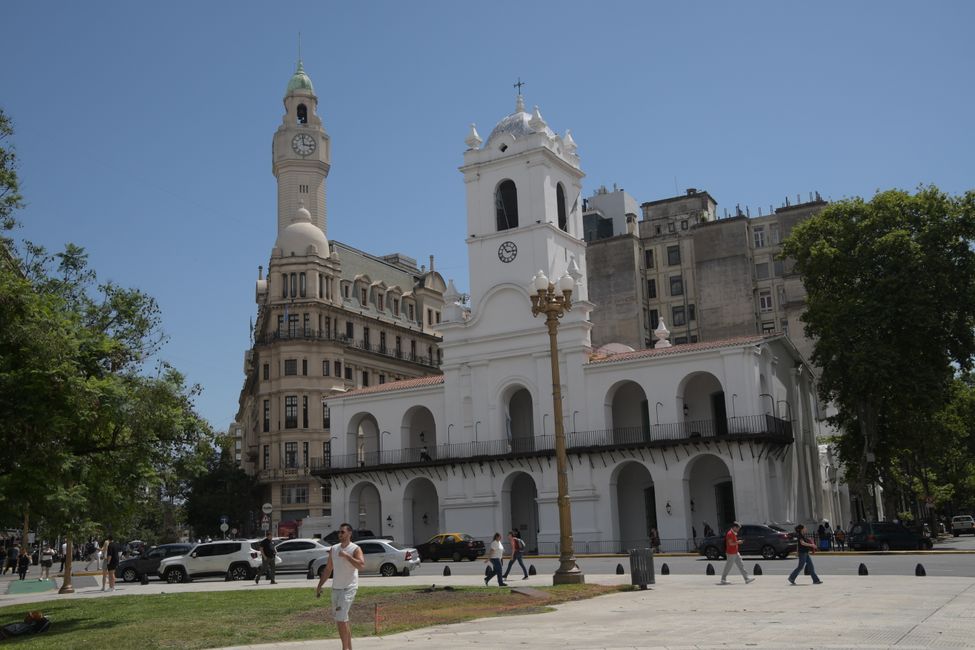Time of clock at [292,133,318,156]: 2:58
